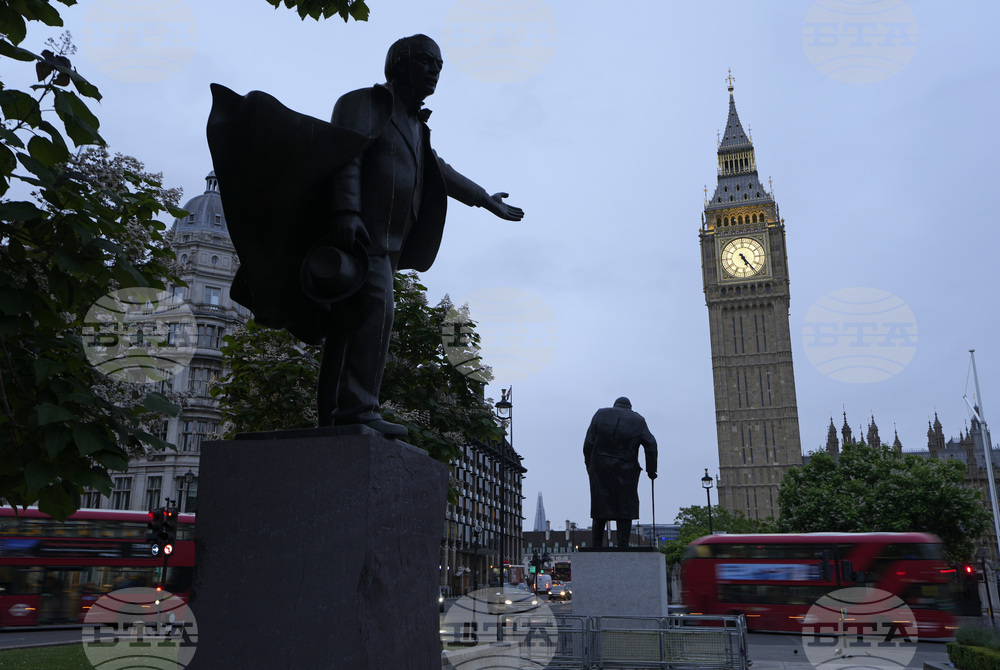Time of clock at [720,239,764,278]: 5:24
